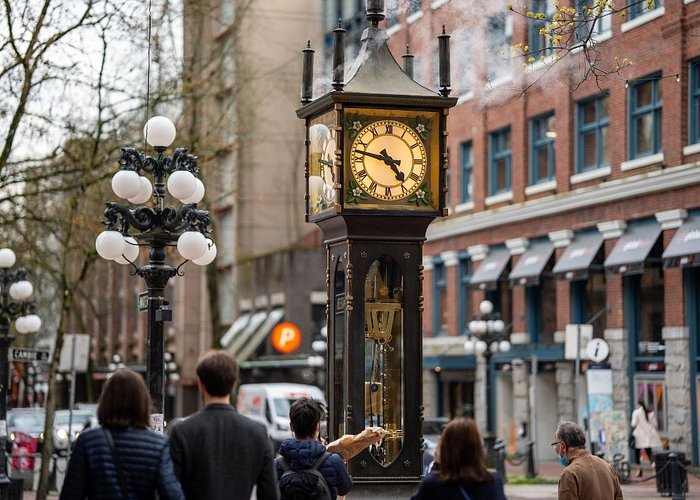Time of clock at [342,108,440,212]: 4:47
